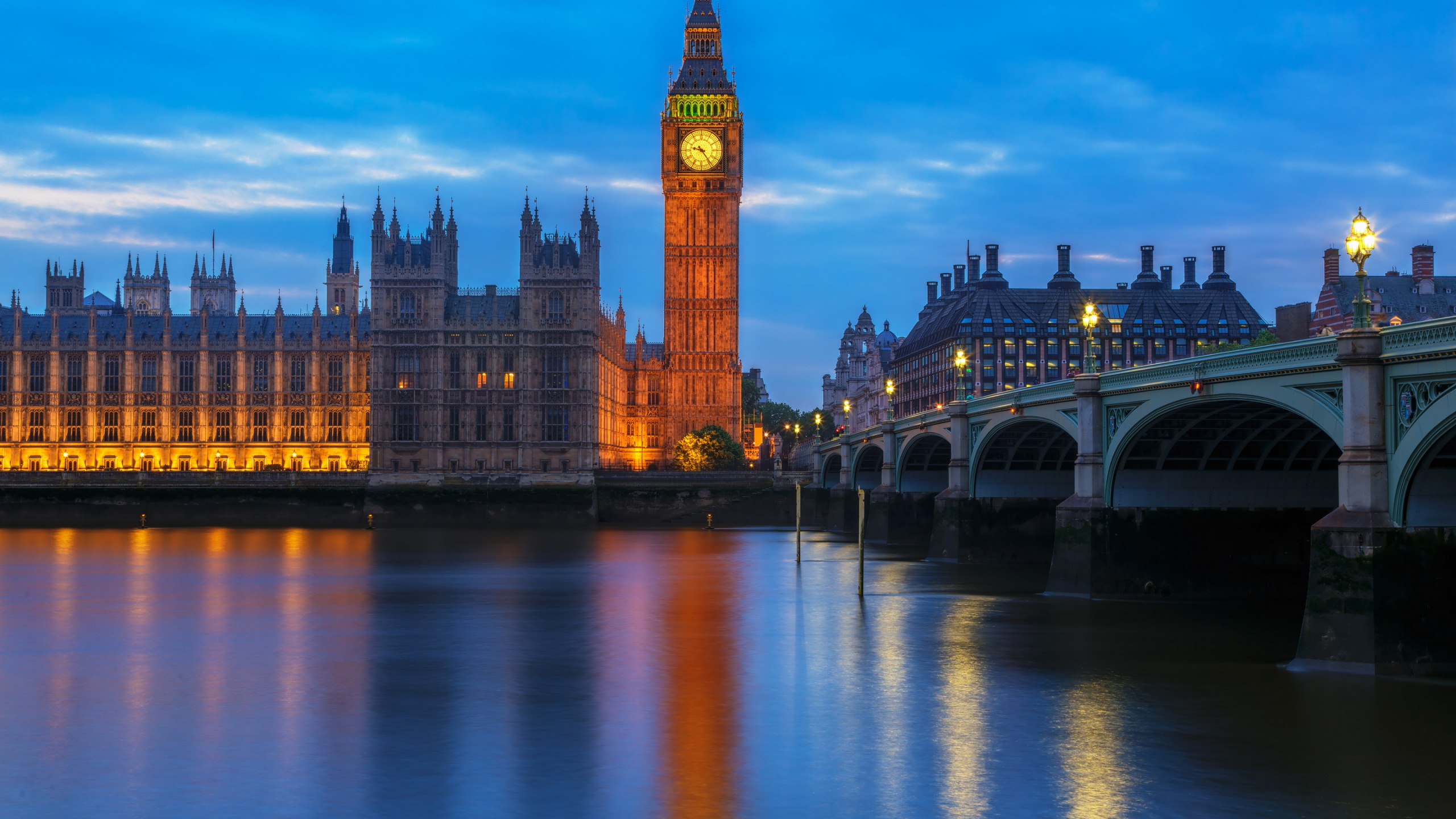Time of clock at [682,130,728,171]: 9:23
